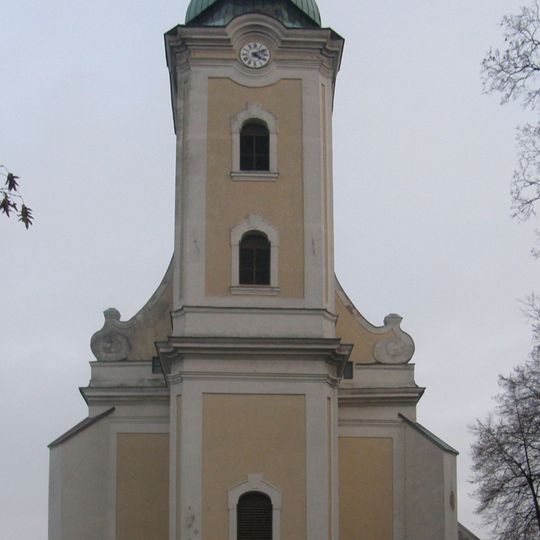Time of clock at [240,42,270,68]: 4:10
